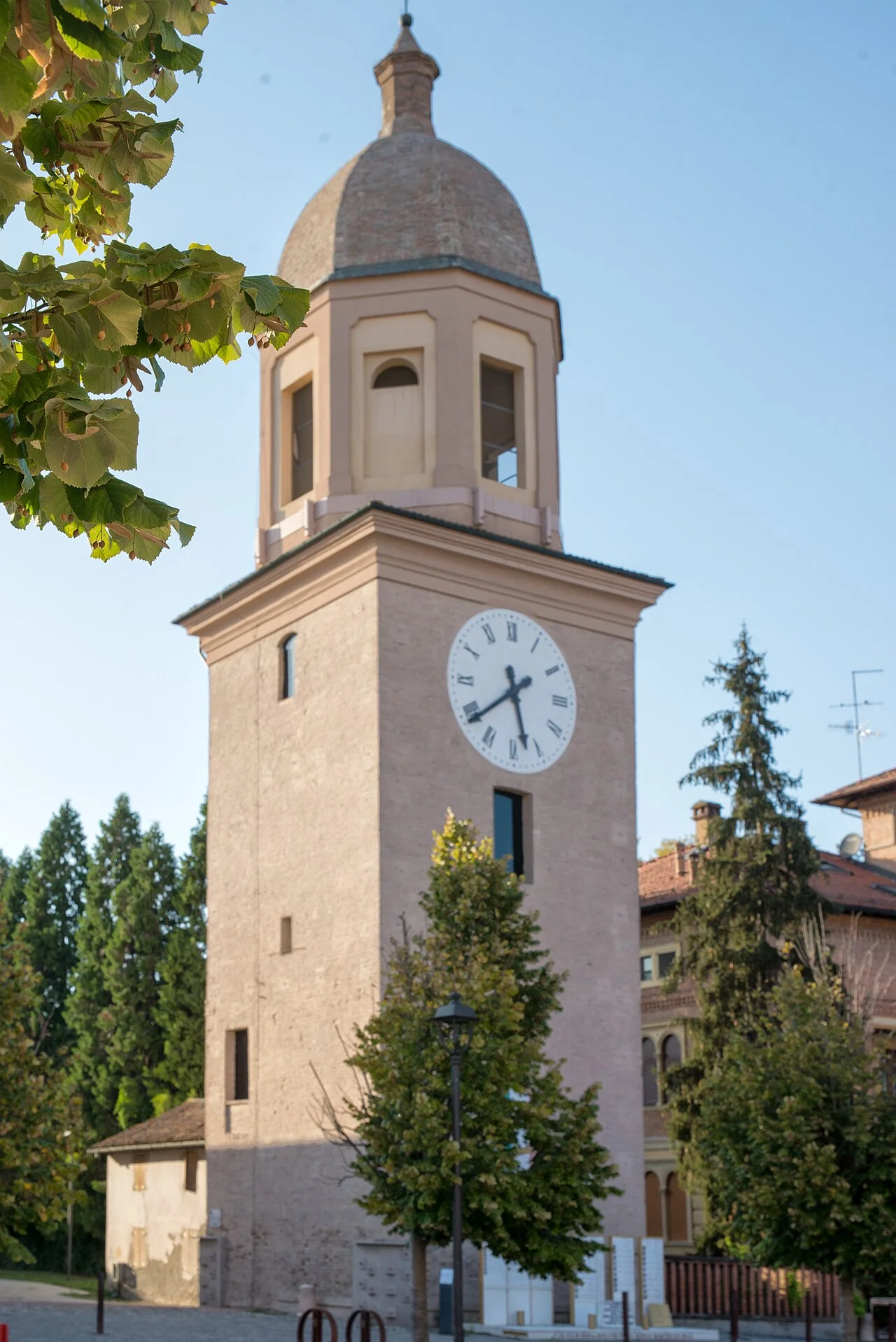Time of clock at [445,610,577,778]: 5:38
